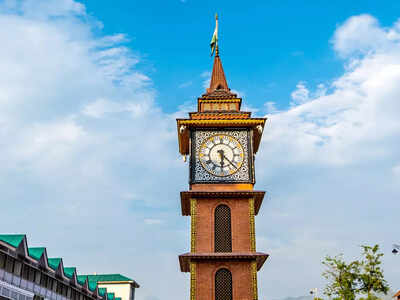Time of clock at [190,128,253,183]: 6:22
